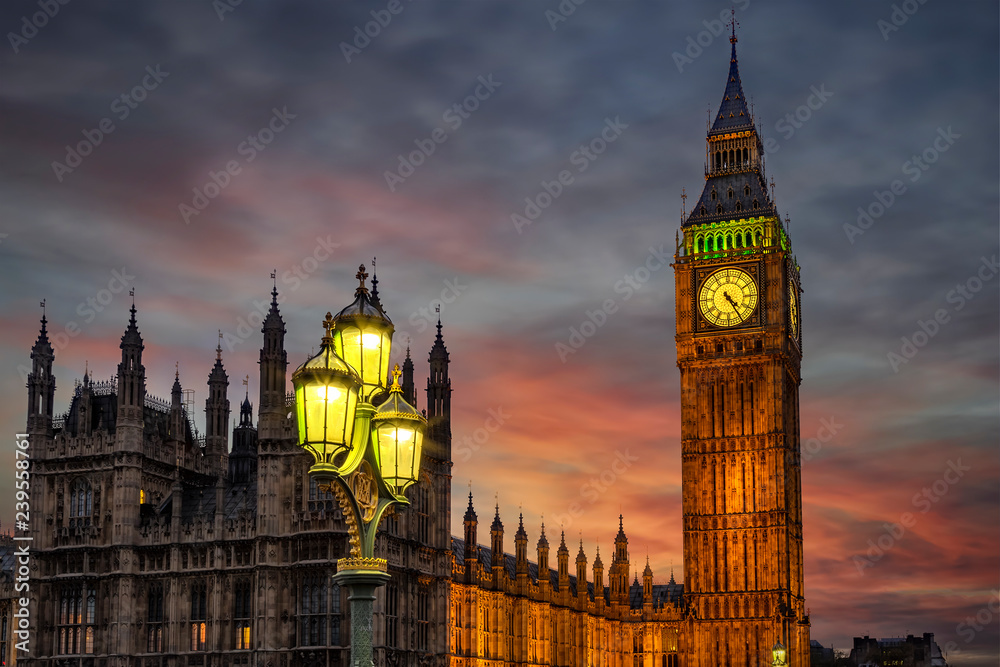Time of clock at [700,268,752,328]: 4:24
